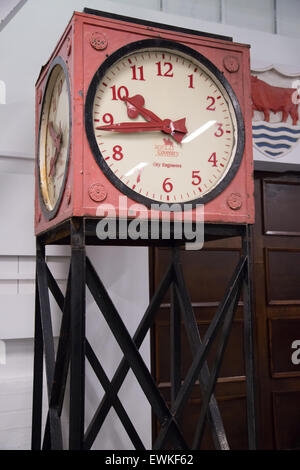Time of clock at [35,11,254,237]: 9:43
